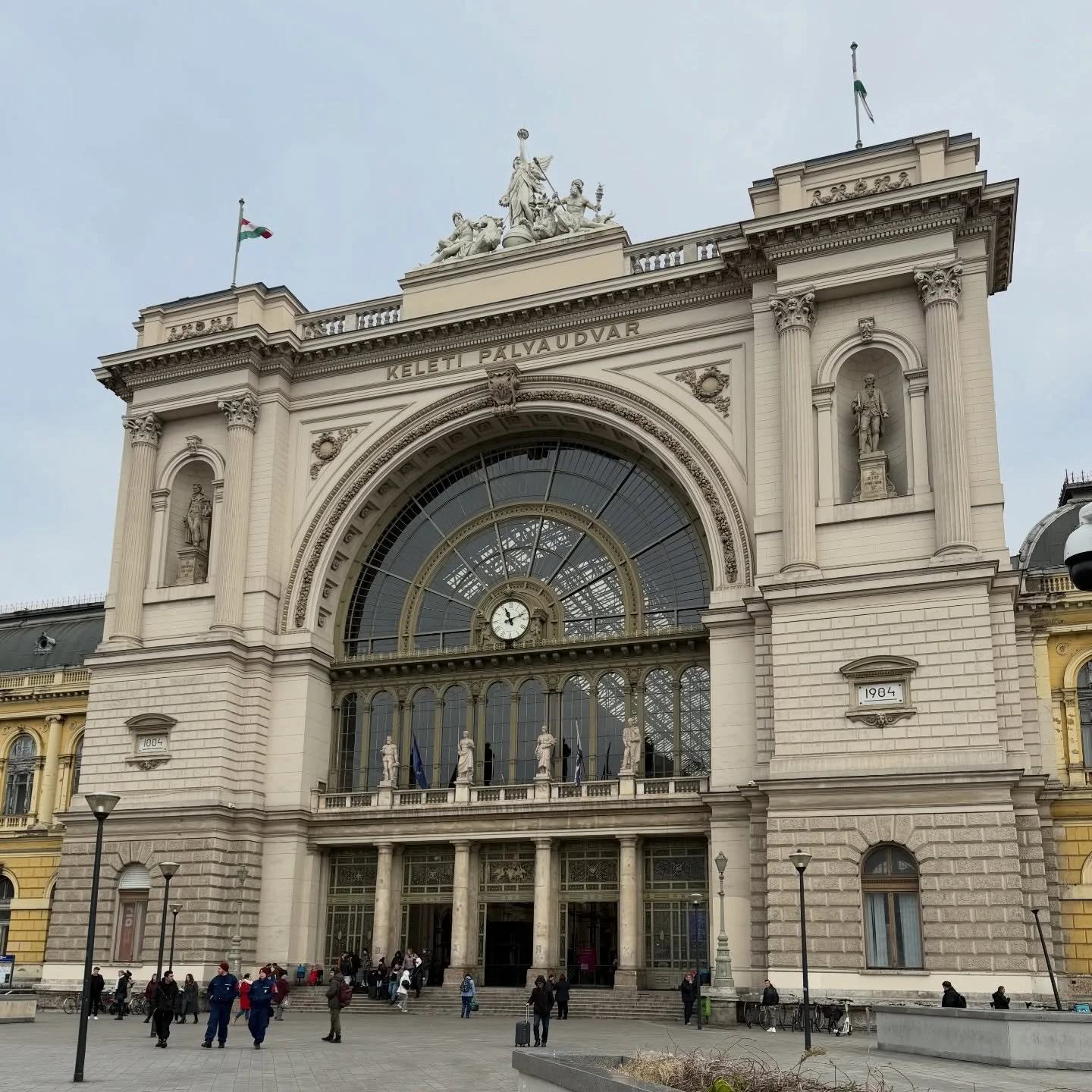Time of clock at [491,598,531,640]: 11:11
